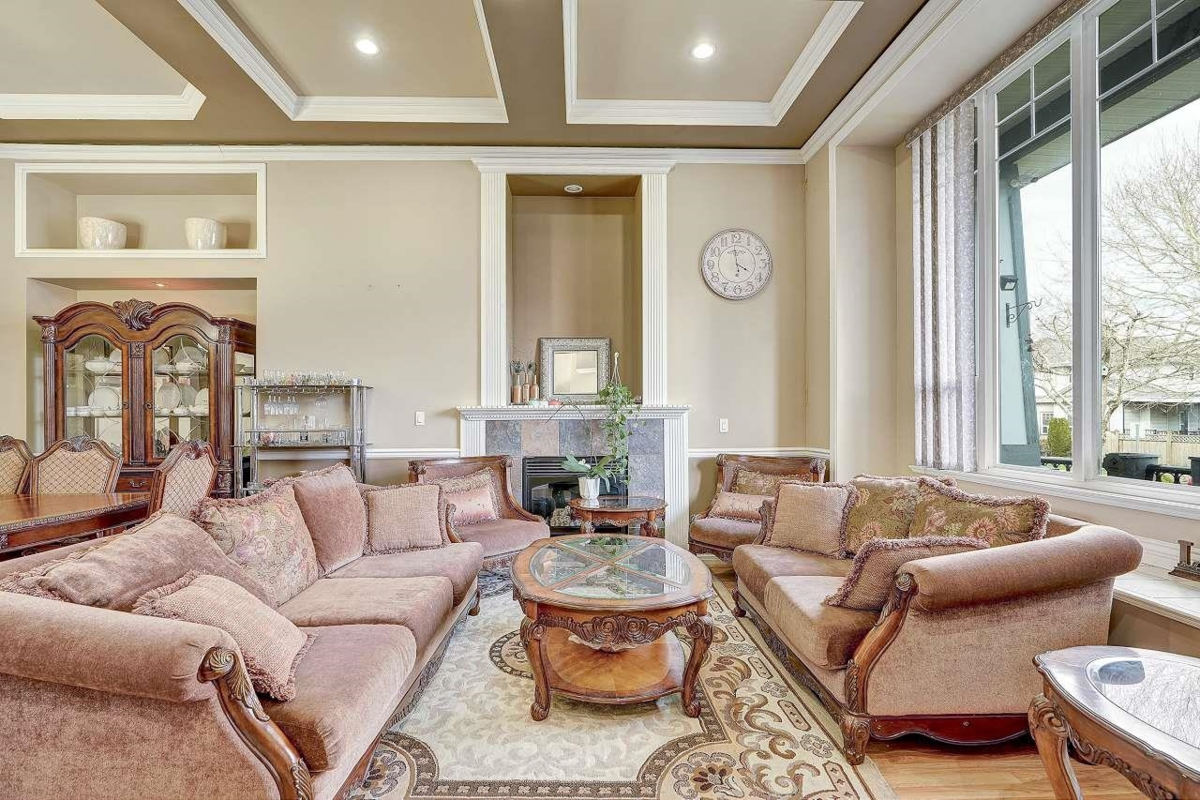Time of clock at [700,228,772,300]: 3:59
